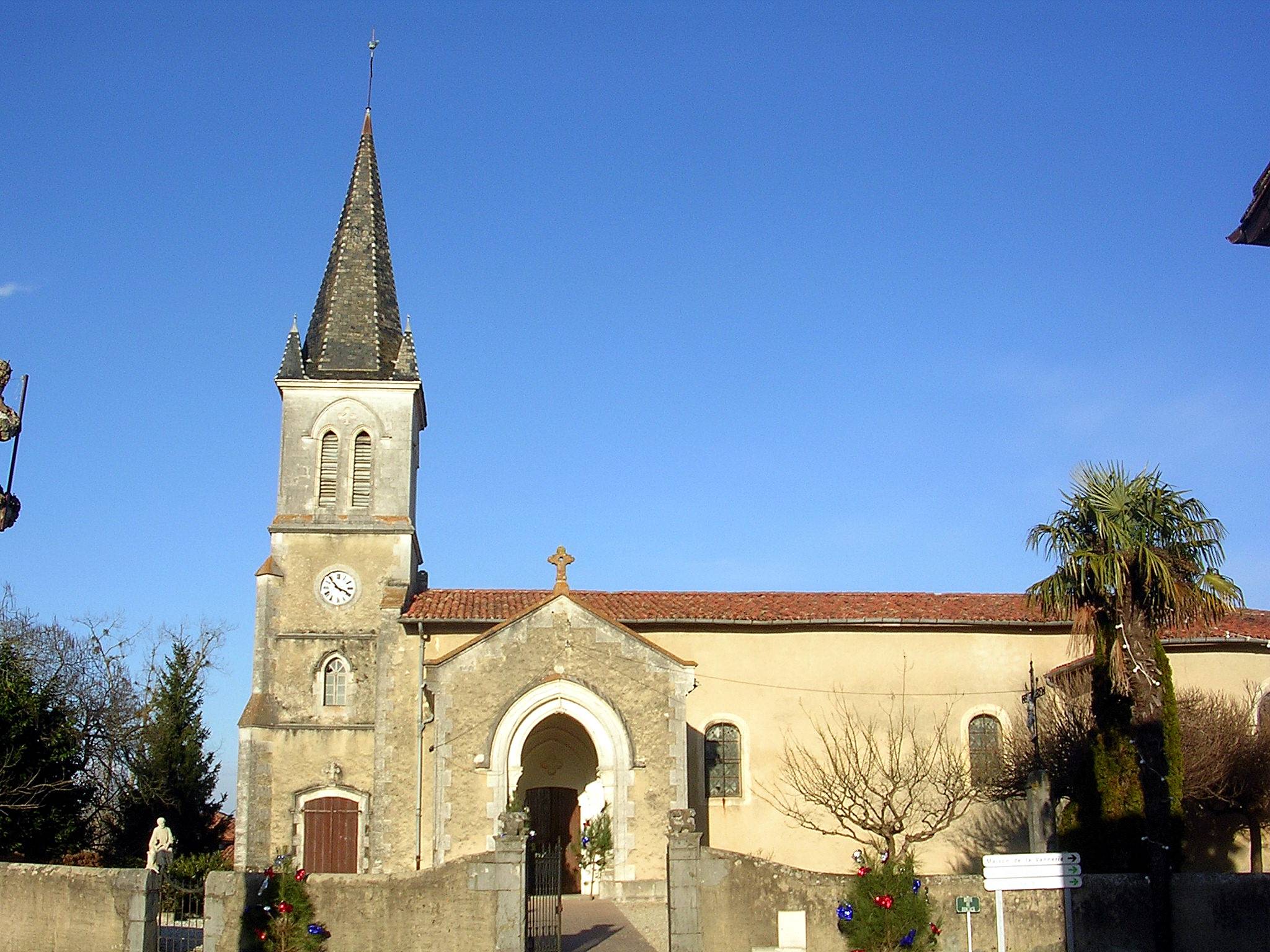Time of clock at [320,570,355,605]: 3:53
